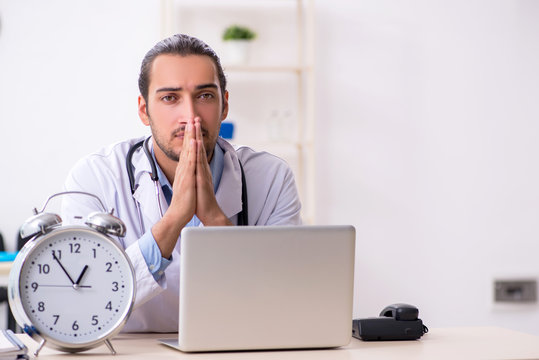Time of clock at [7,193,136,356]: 12:54
